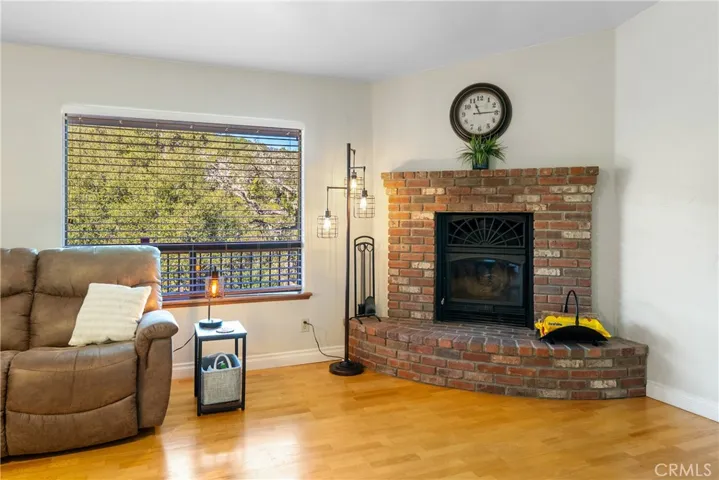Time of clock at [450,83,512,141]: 11:14
